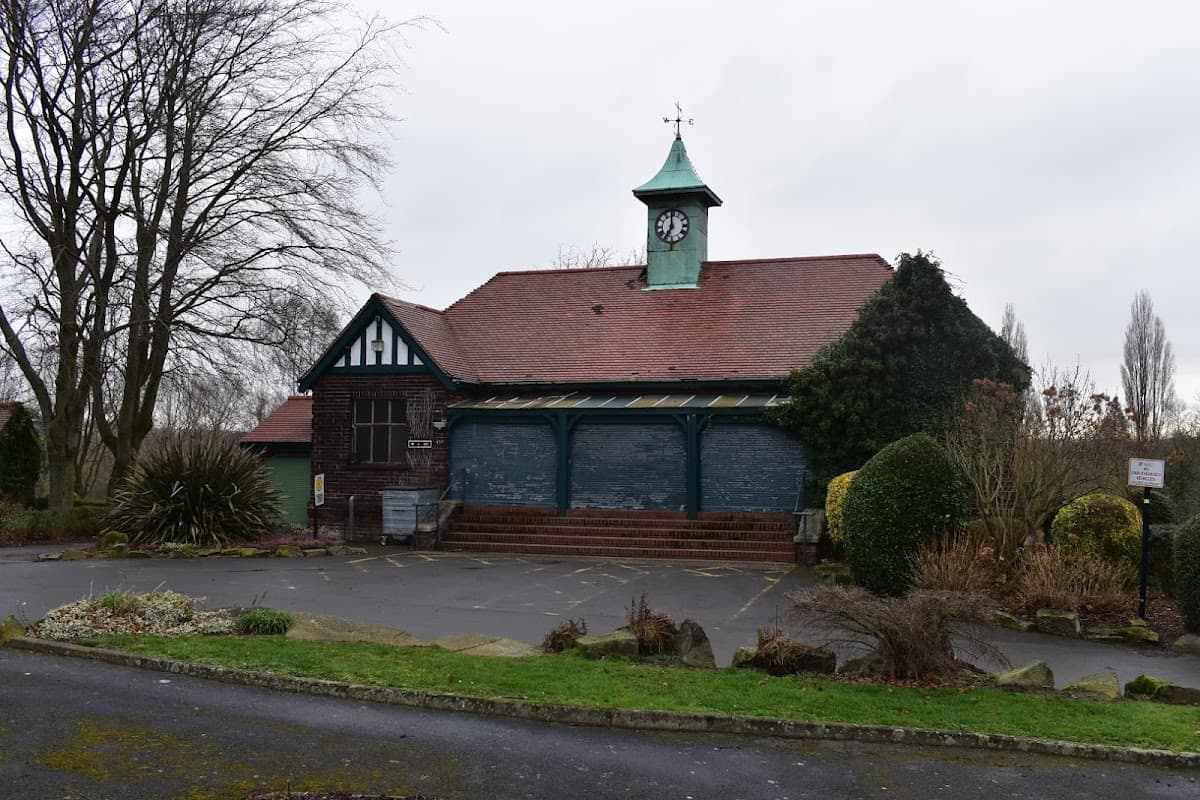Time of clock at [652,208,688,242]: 6:59
